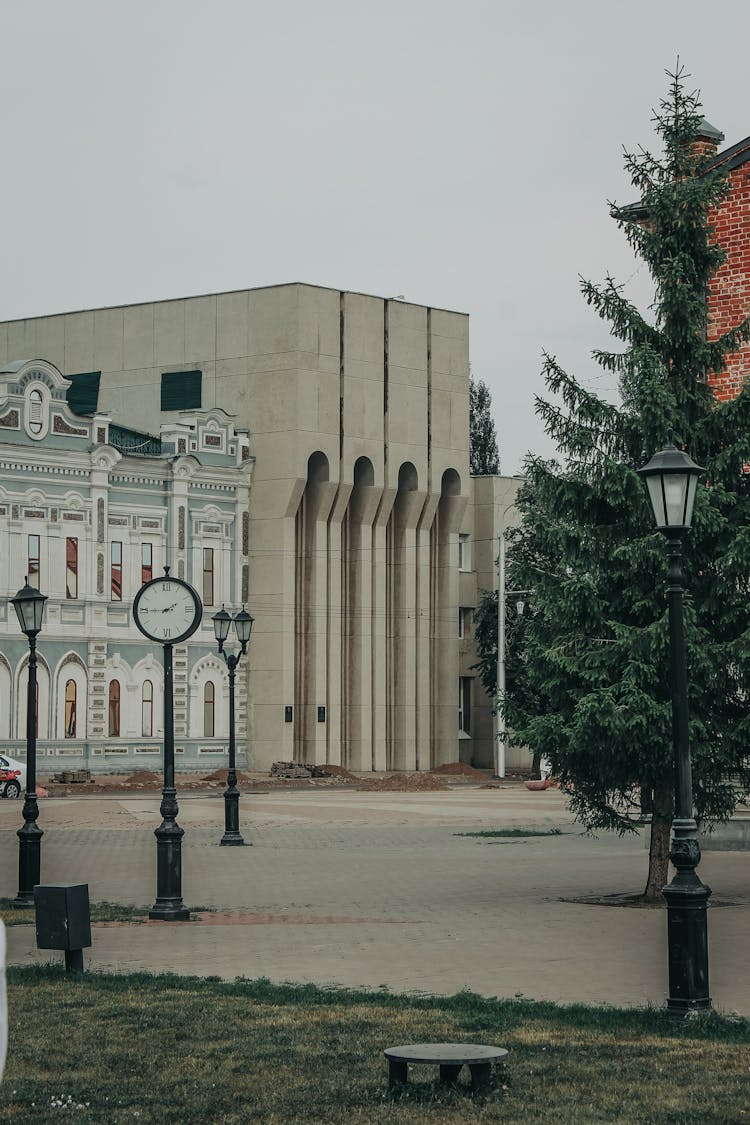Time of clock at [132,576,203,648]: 1:44
